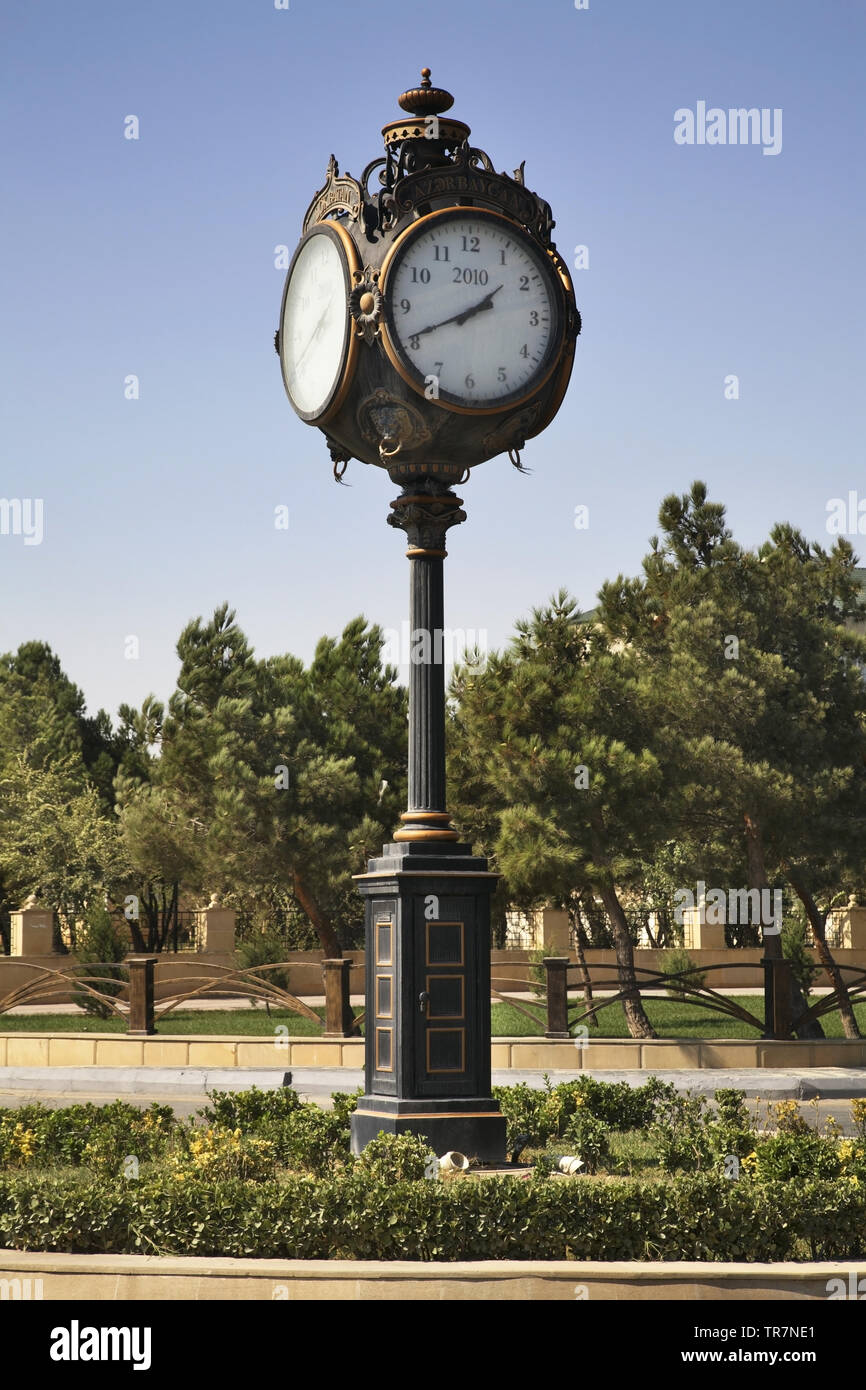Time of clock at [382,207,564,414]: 1:40
